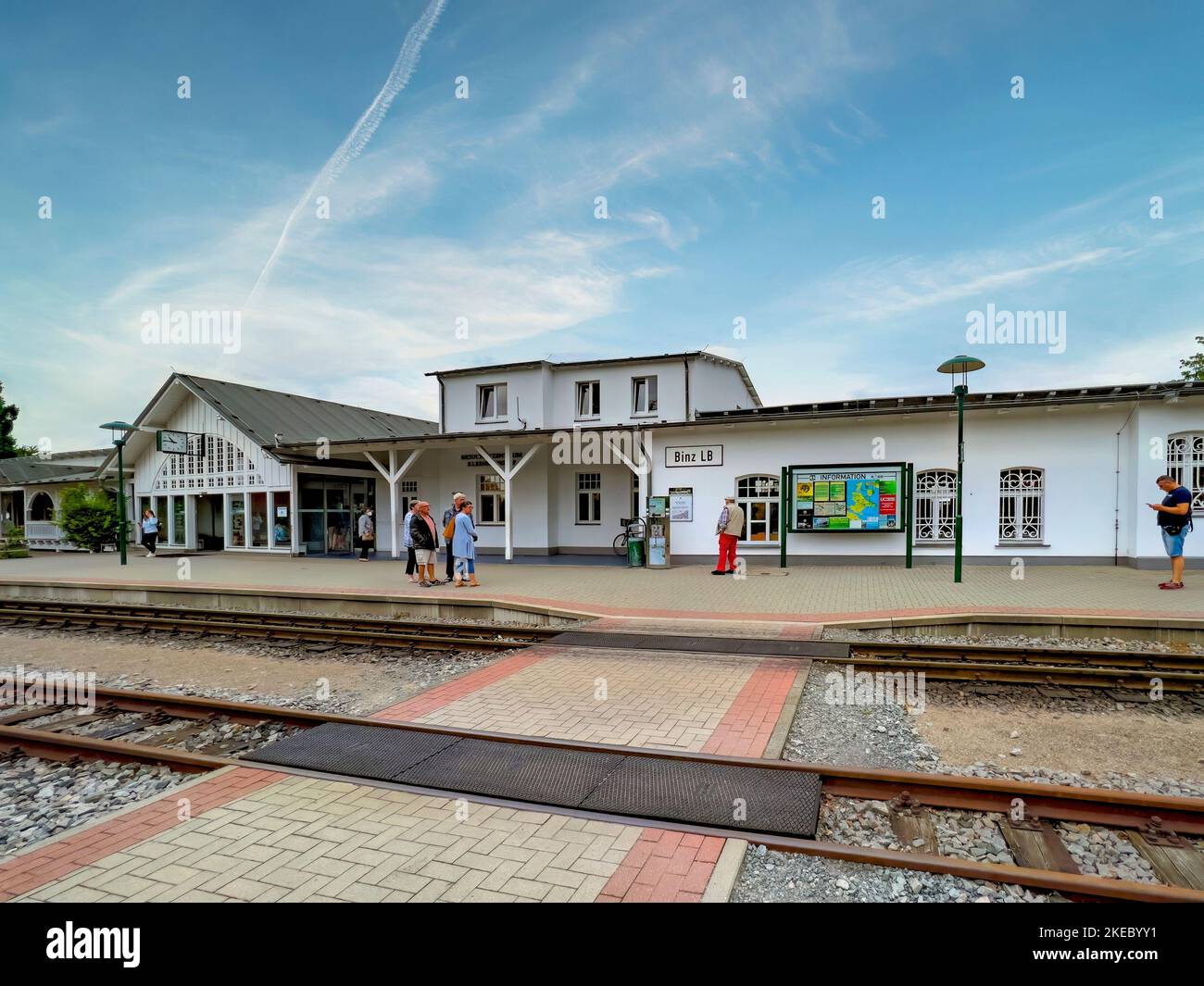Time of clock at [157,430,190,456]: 10:45
